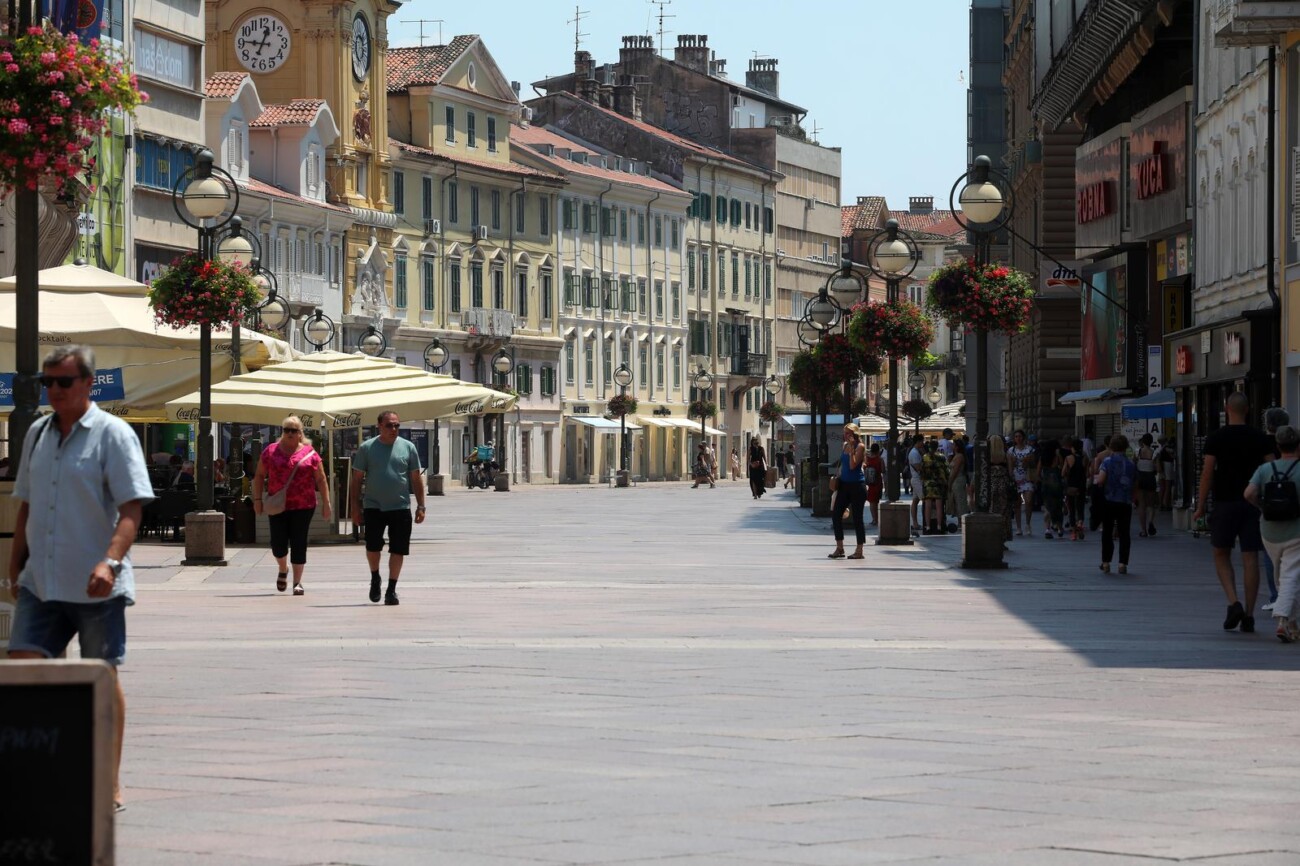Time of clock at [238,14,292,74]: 12:45
